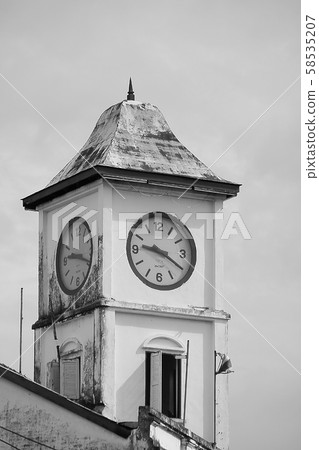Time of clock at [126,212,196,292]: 9:20
